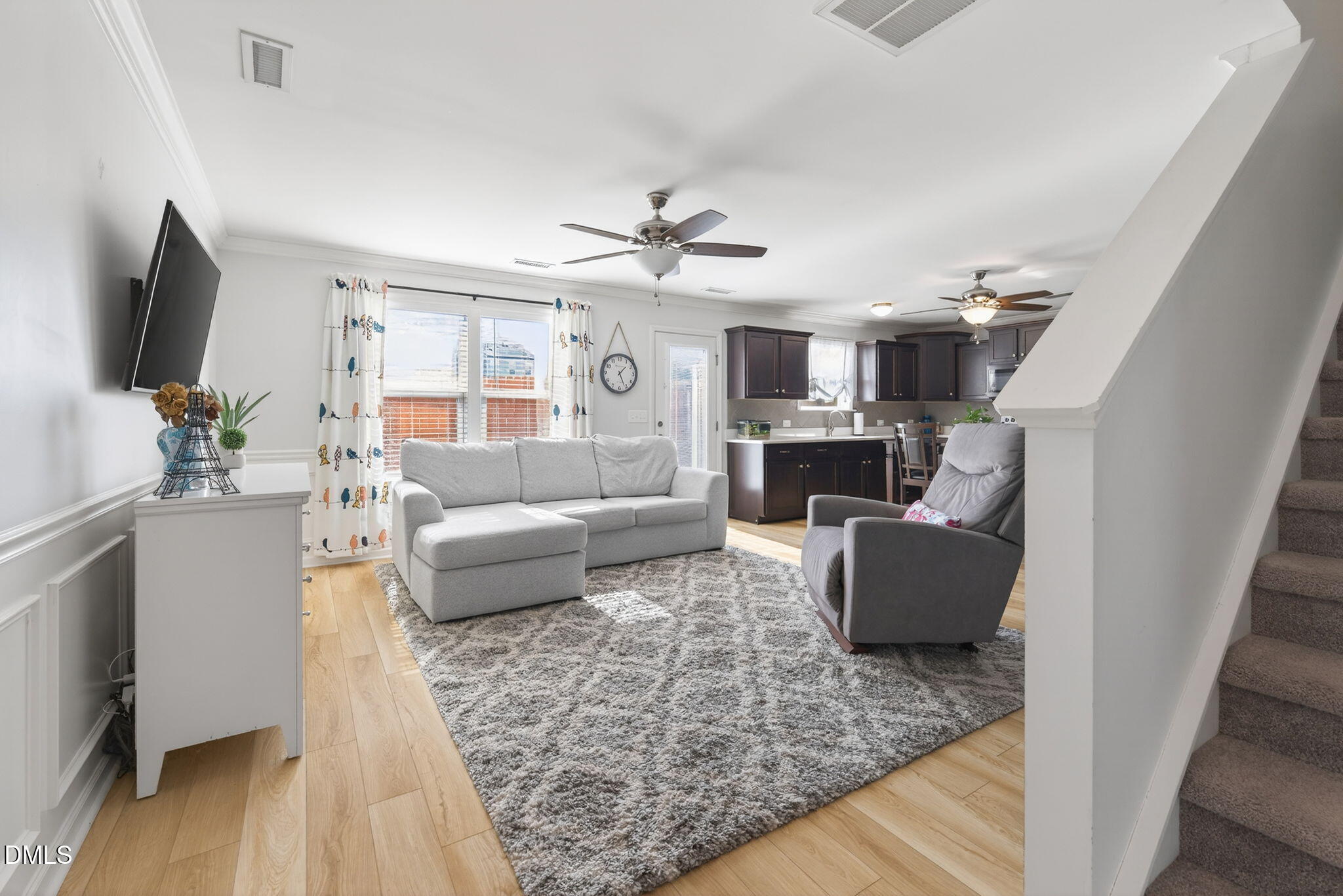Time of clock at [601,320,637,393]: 1:26
